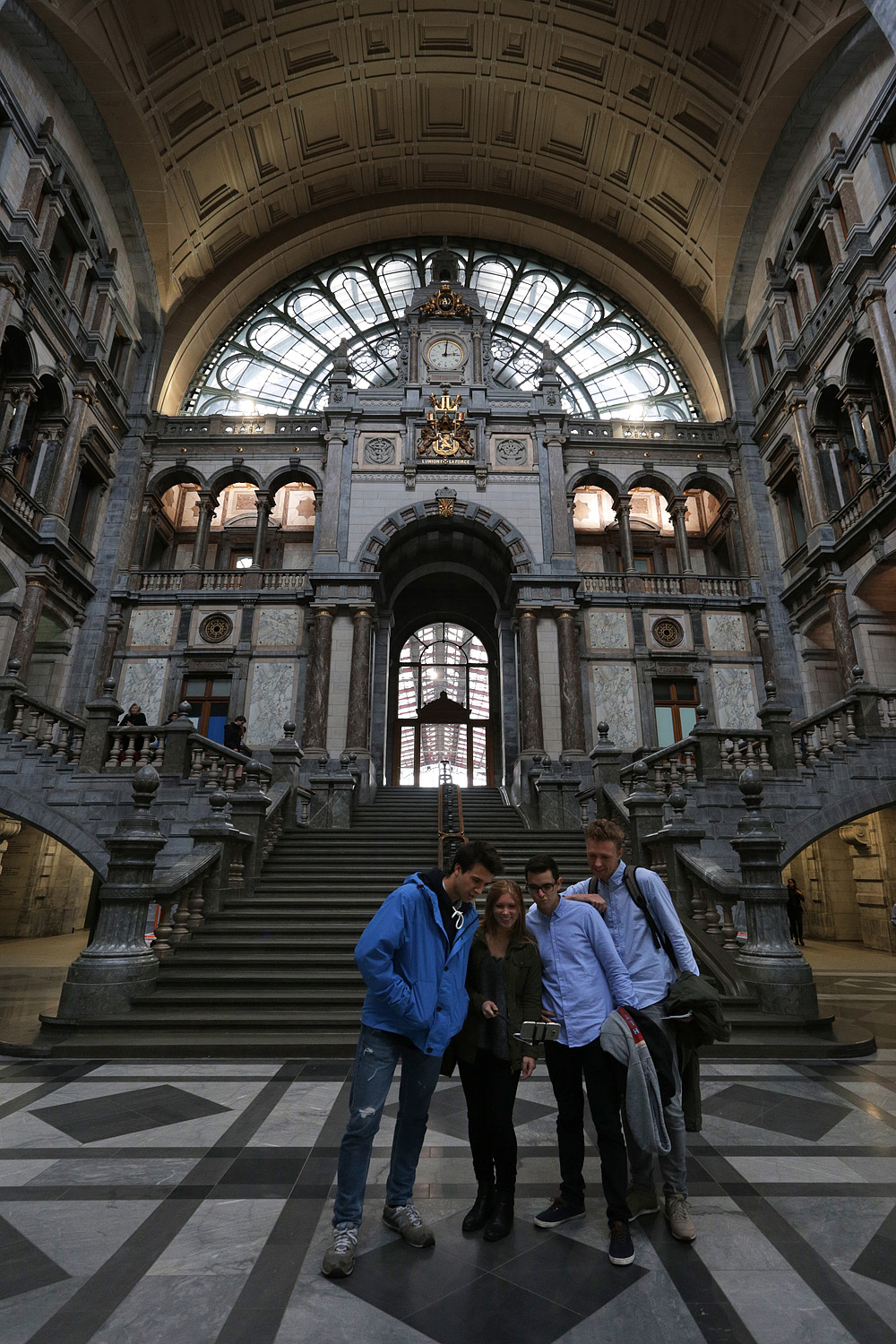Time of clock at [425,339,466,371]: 12:13
